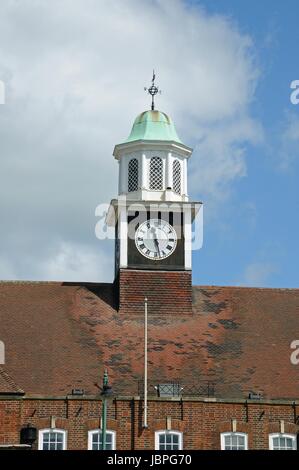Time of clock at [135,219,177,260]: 5:27
